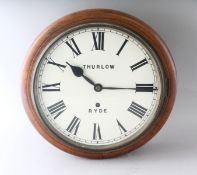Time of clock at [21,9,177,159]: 10:14
